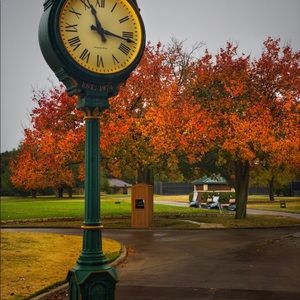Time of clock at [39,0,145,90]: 11:16
